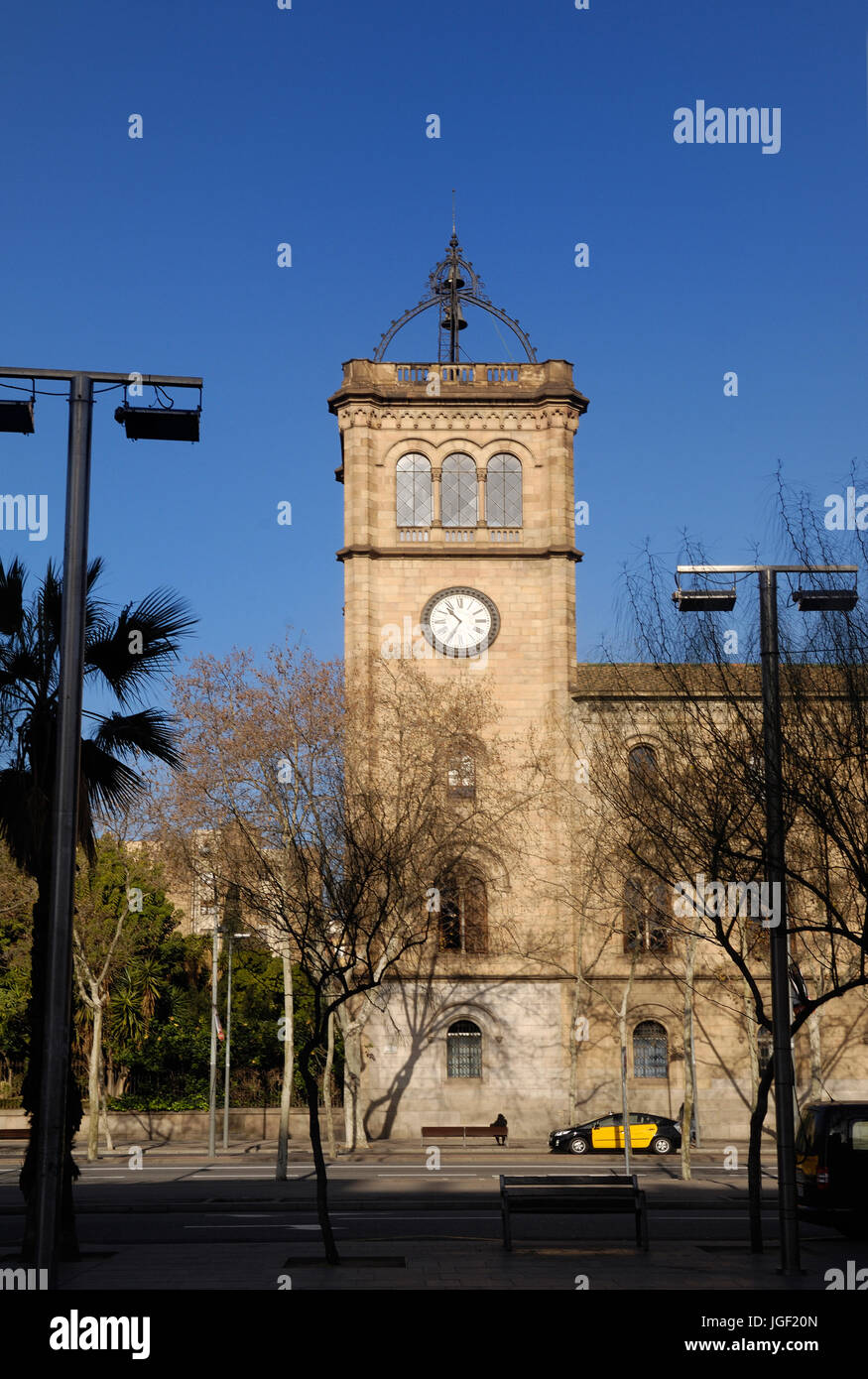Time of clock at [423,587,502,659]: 10:34
